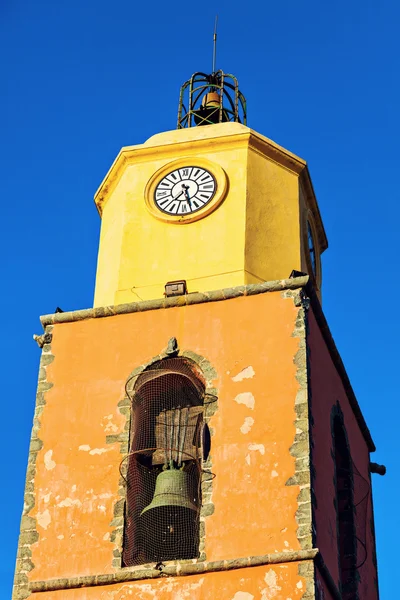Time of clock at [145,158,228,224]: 7:27
